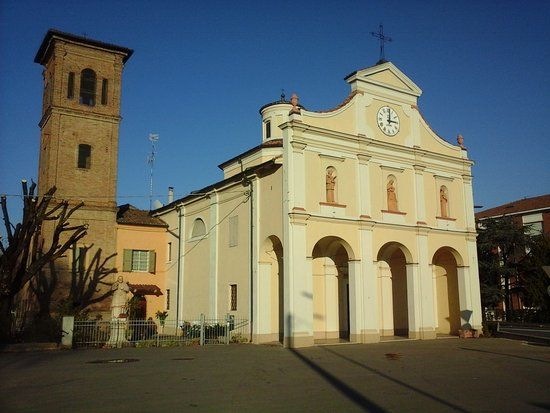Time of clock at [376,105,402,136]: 3:01
